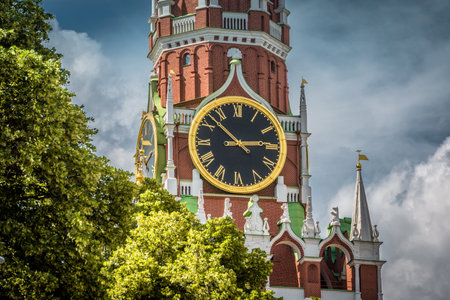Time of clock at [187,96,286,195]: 2:52
